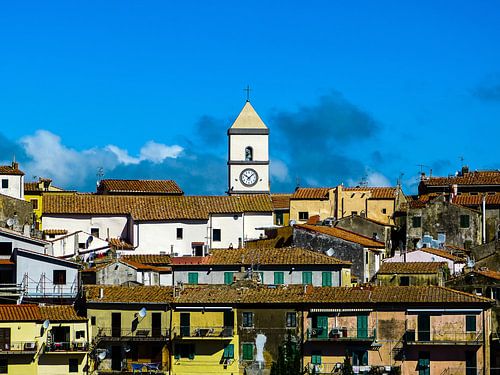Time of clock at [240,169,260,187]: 10:07
